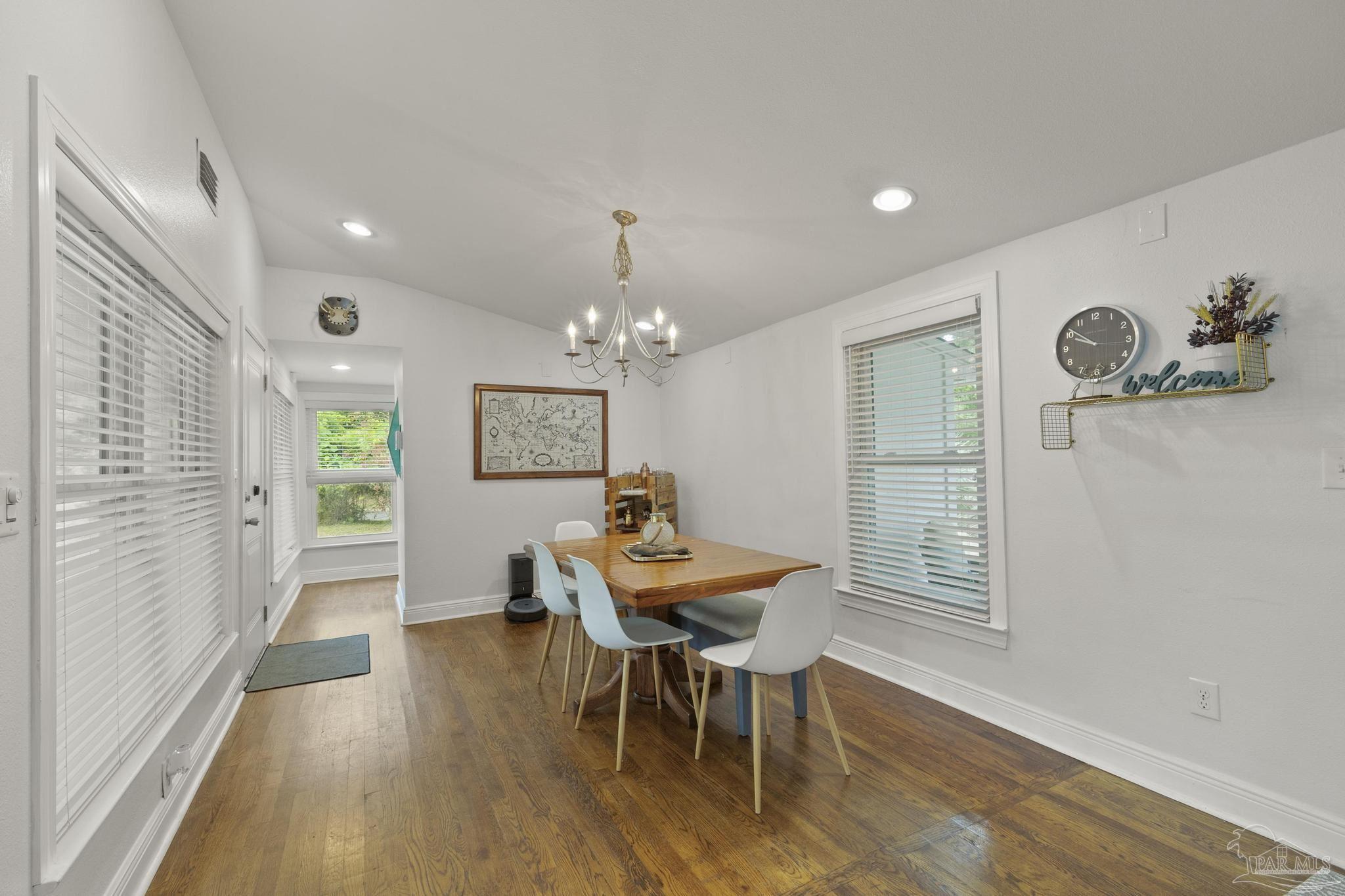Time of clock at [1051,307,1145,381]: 9:51
